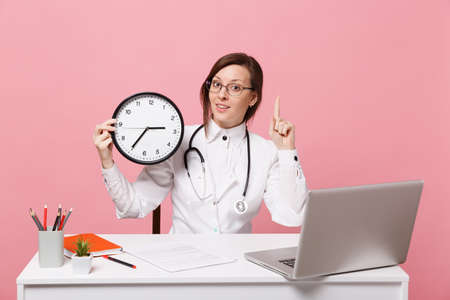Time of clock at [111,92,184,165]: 2:35
